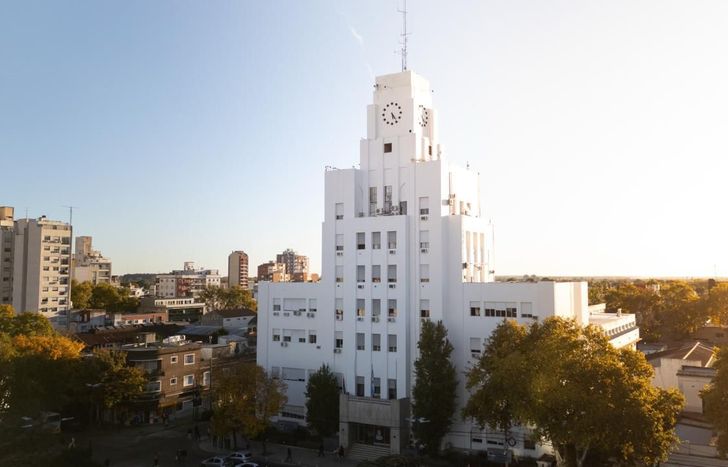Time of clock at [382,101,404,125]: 5:24
